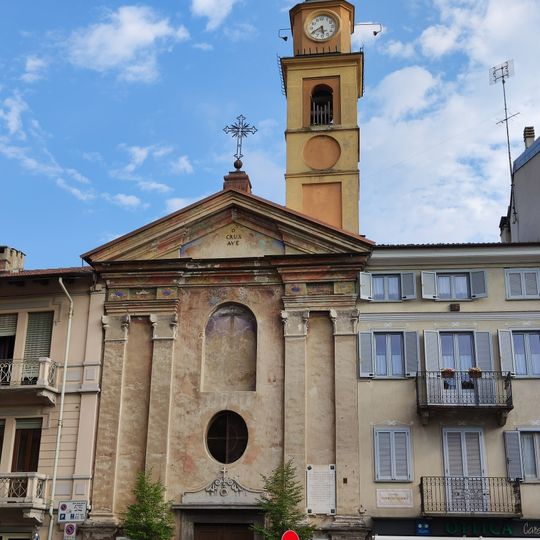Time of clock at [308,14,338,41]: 5:40
